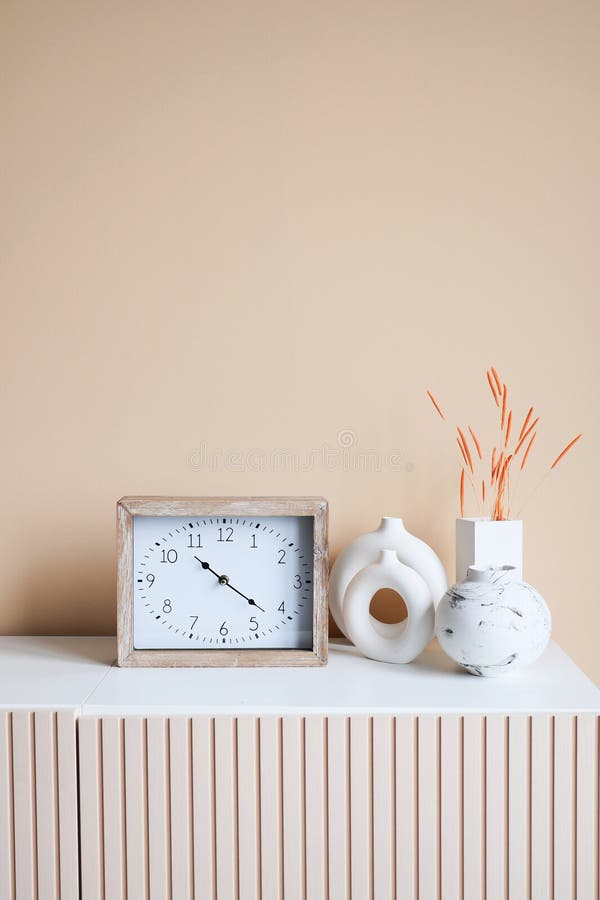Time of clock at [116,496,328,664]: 10:21
